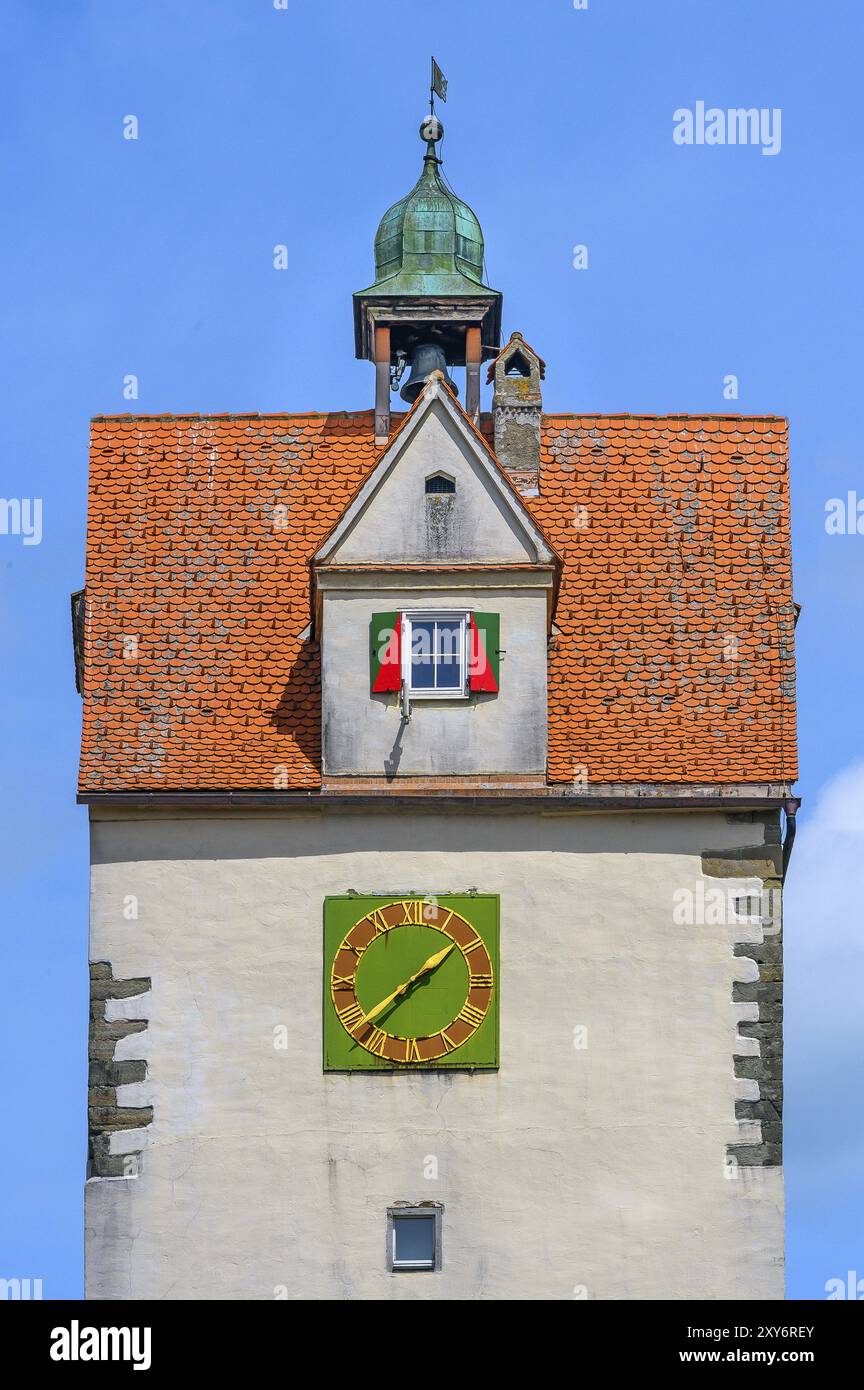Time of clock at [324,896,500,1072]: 1:38
